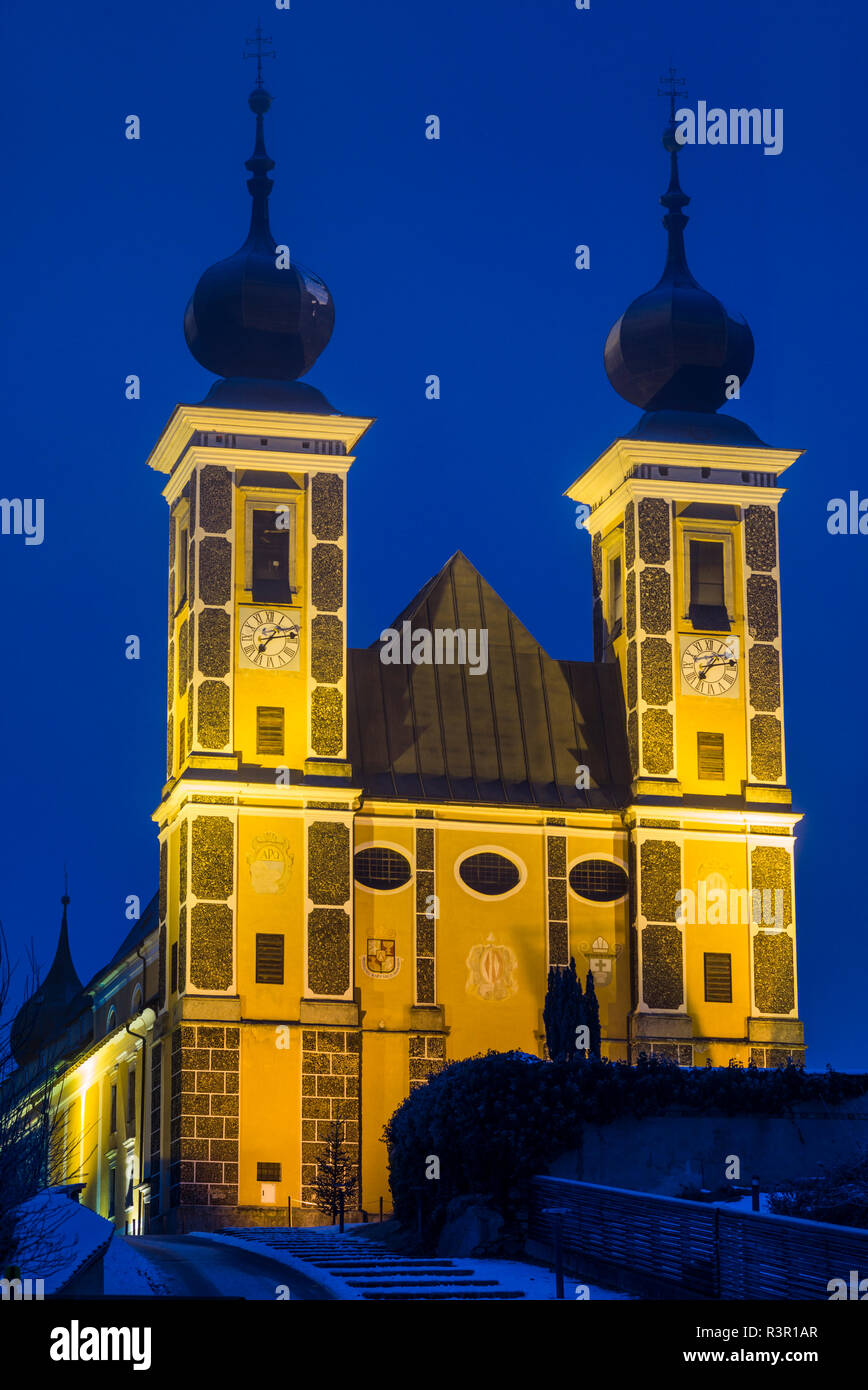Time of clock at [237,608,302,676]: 7:13
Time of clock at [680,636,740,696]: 7:13
